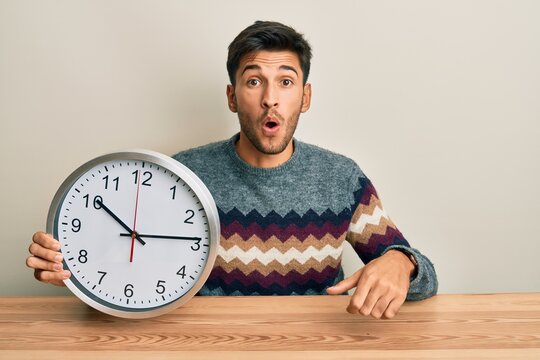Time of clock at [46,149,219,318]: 10:13
